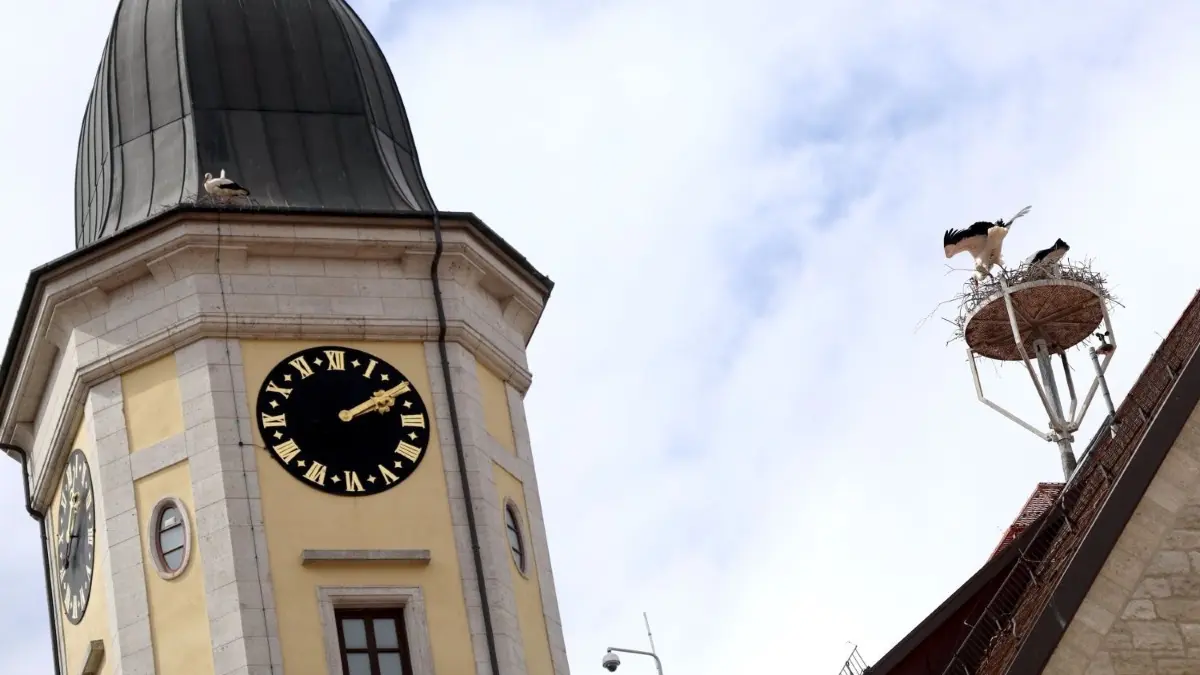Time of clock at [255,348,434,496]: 2:09
